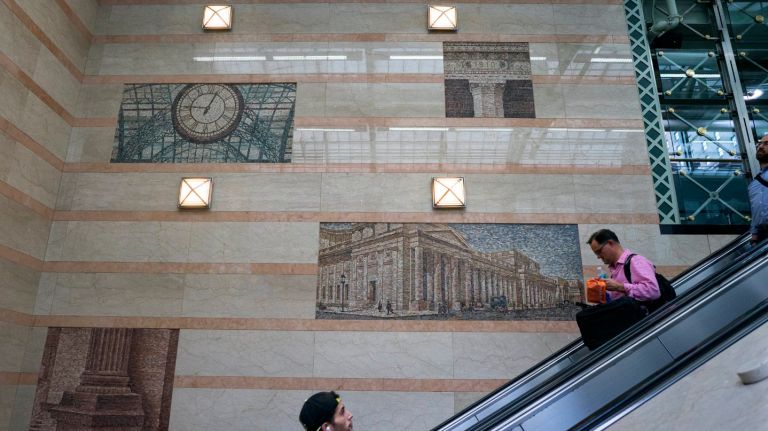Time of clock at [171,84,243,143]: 12:46
